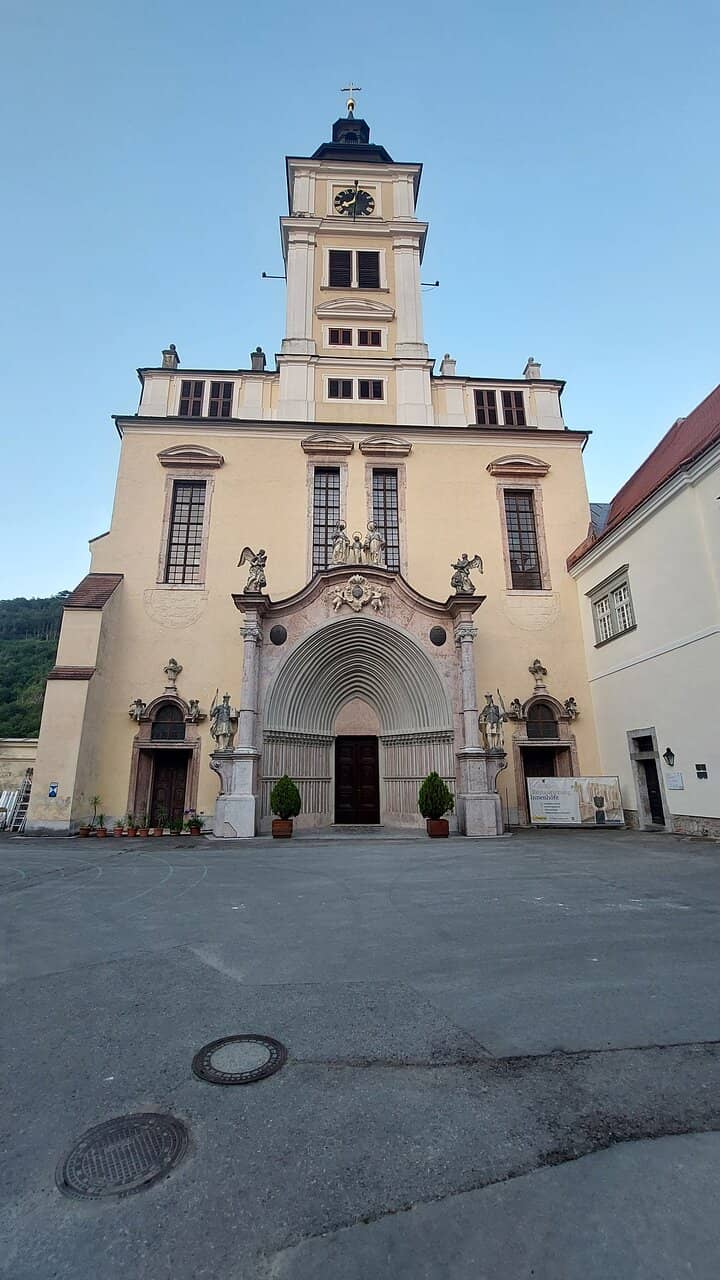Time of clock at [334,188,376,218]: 8:01
